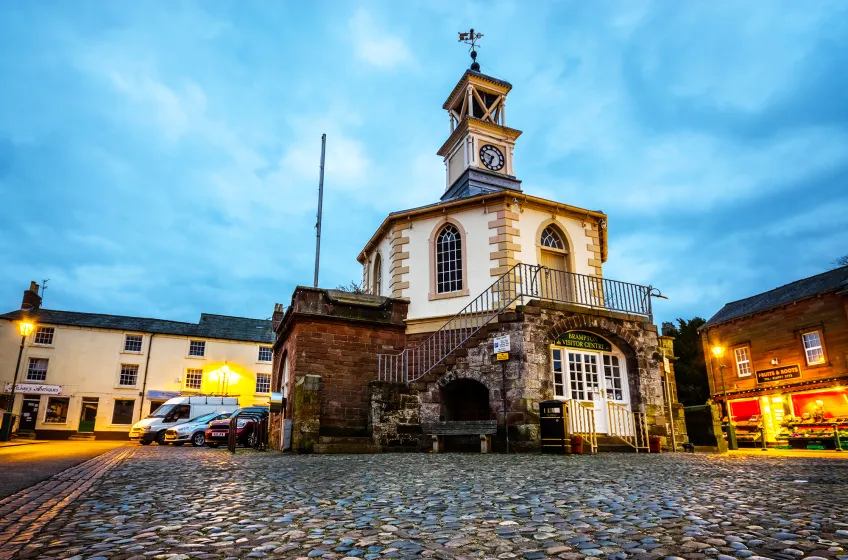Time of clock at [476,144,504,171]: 6:48
